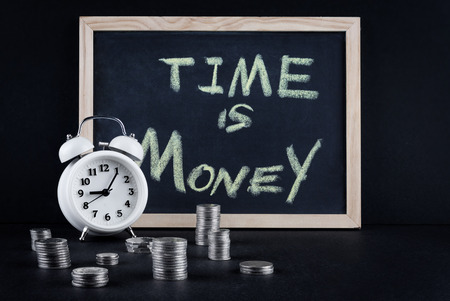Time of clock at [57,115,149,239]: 9:05
